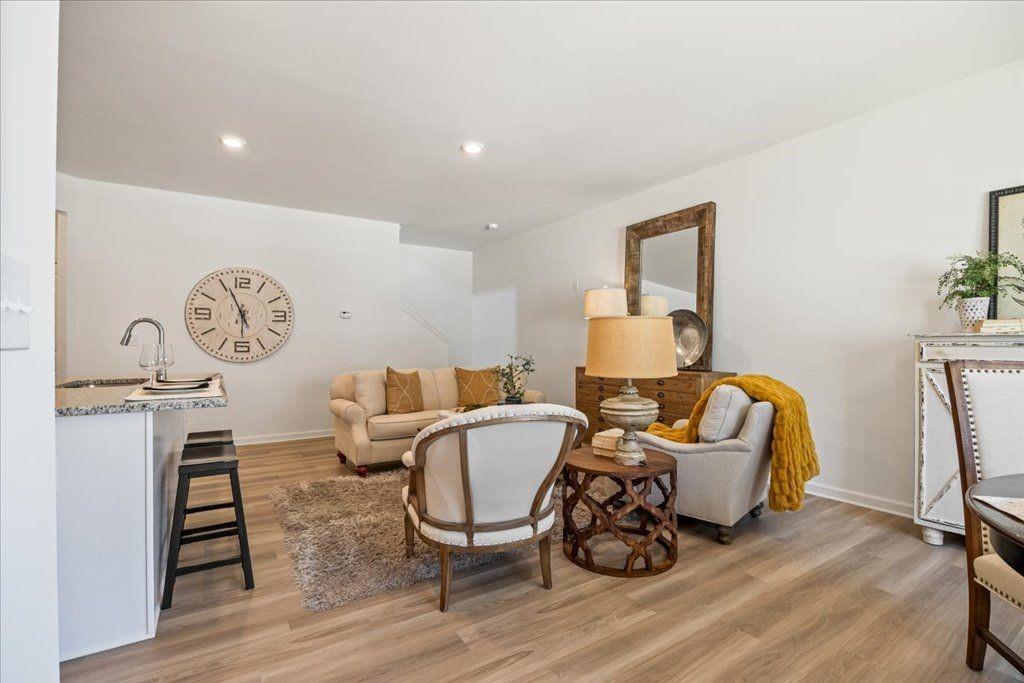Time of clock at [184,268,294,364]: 5:55
